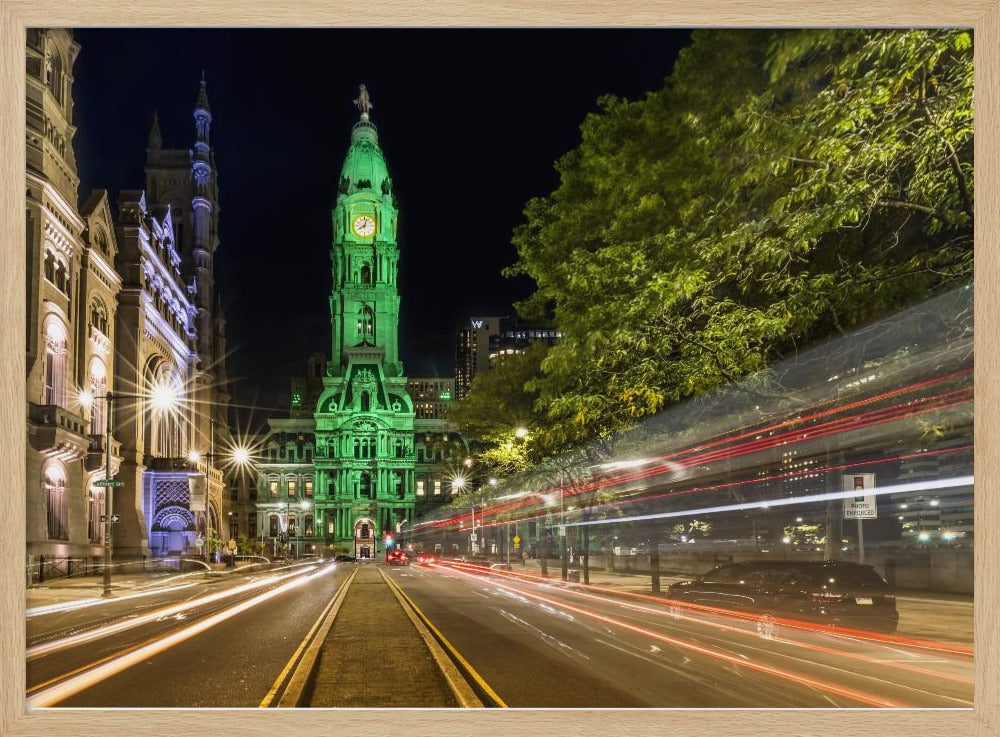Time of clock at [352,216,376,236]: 8:02
